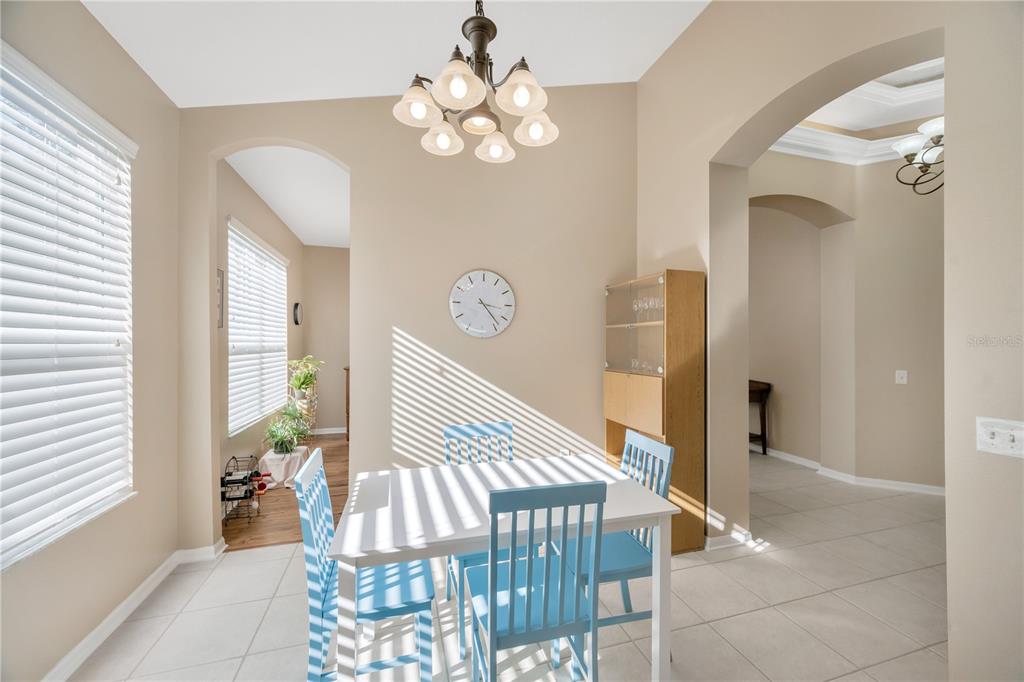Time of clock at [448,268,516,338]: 3:23
